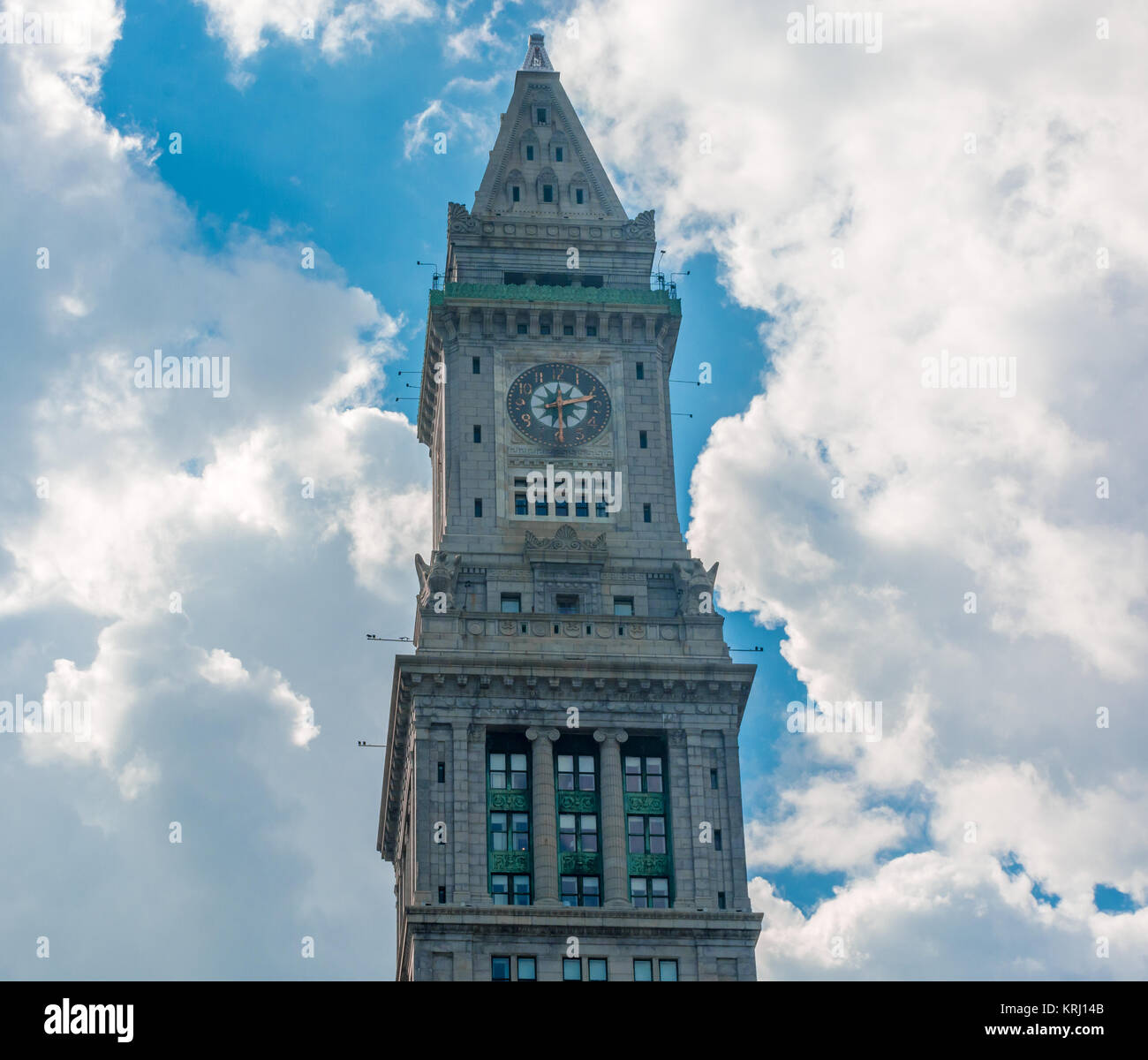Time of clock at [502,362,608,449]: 2:29
